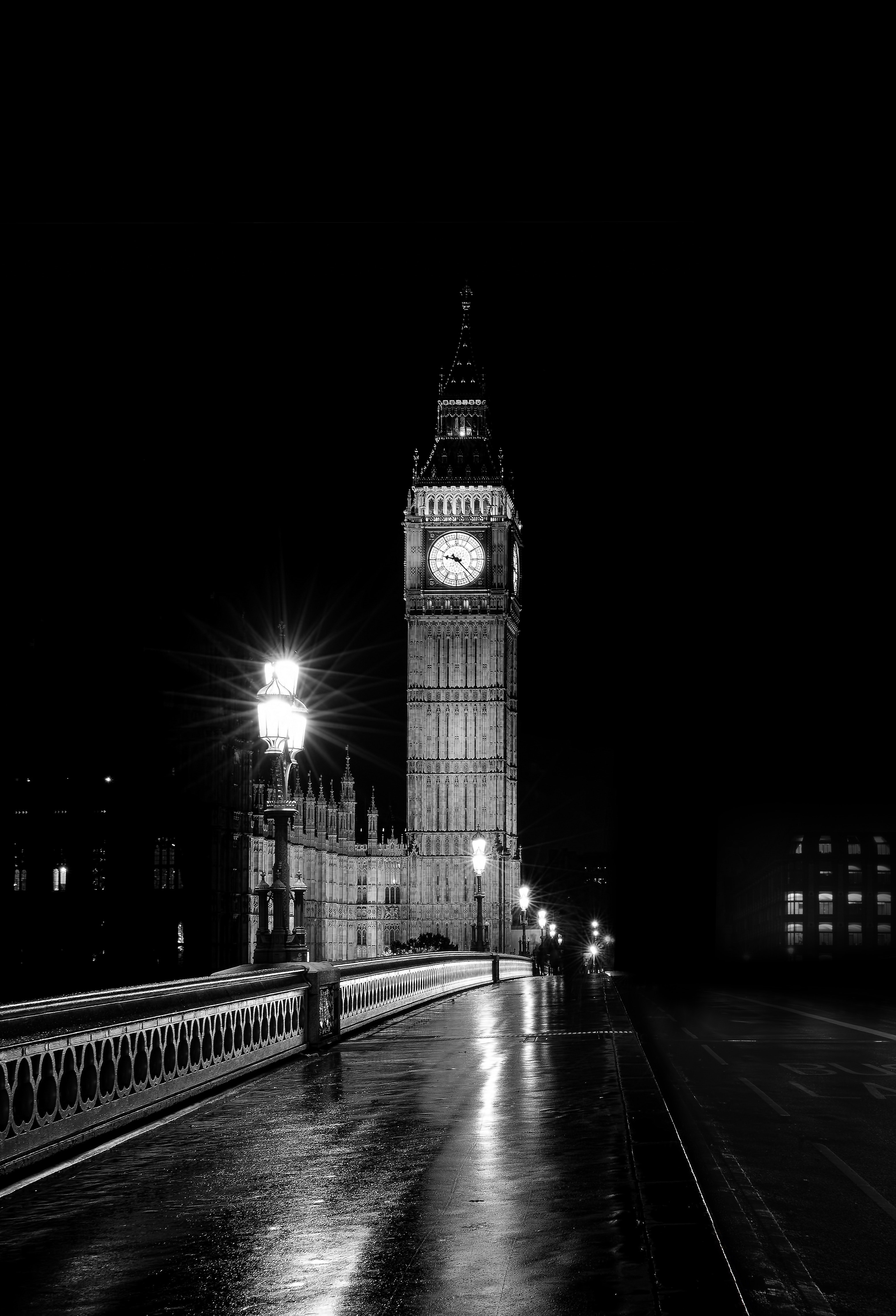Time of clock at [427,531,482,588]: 9:22
